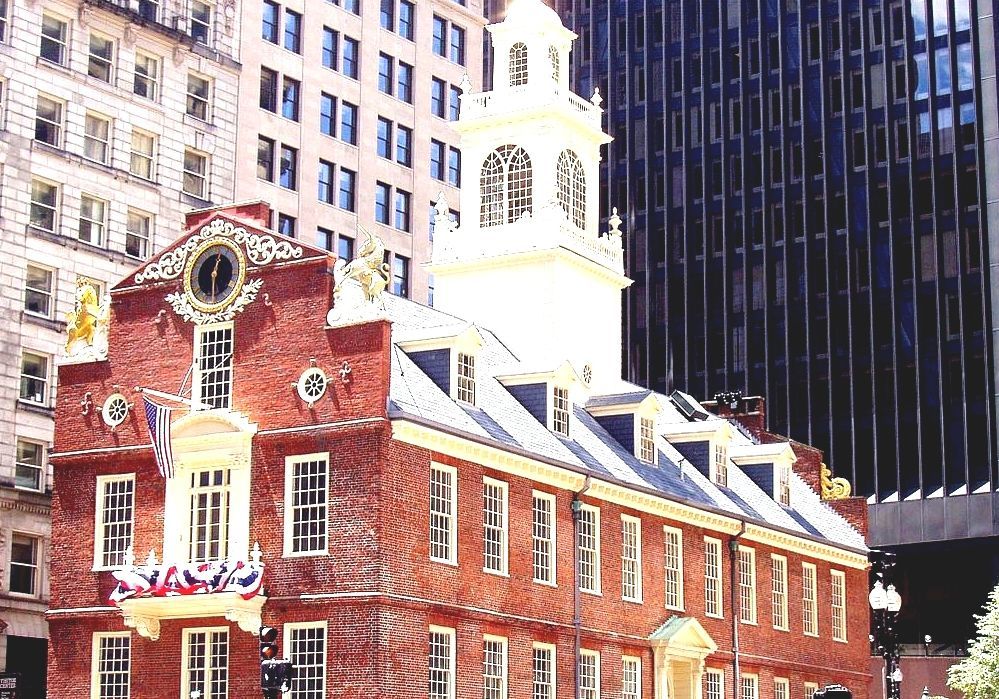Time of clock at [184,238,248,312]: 12:29
